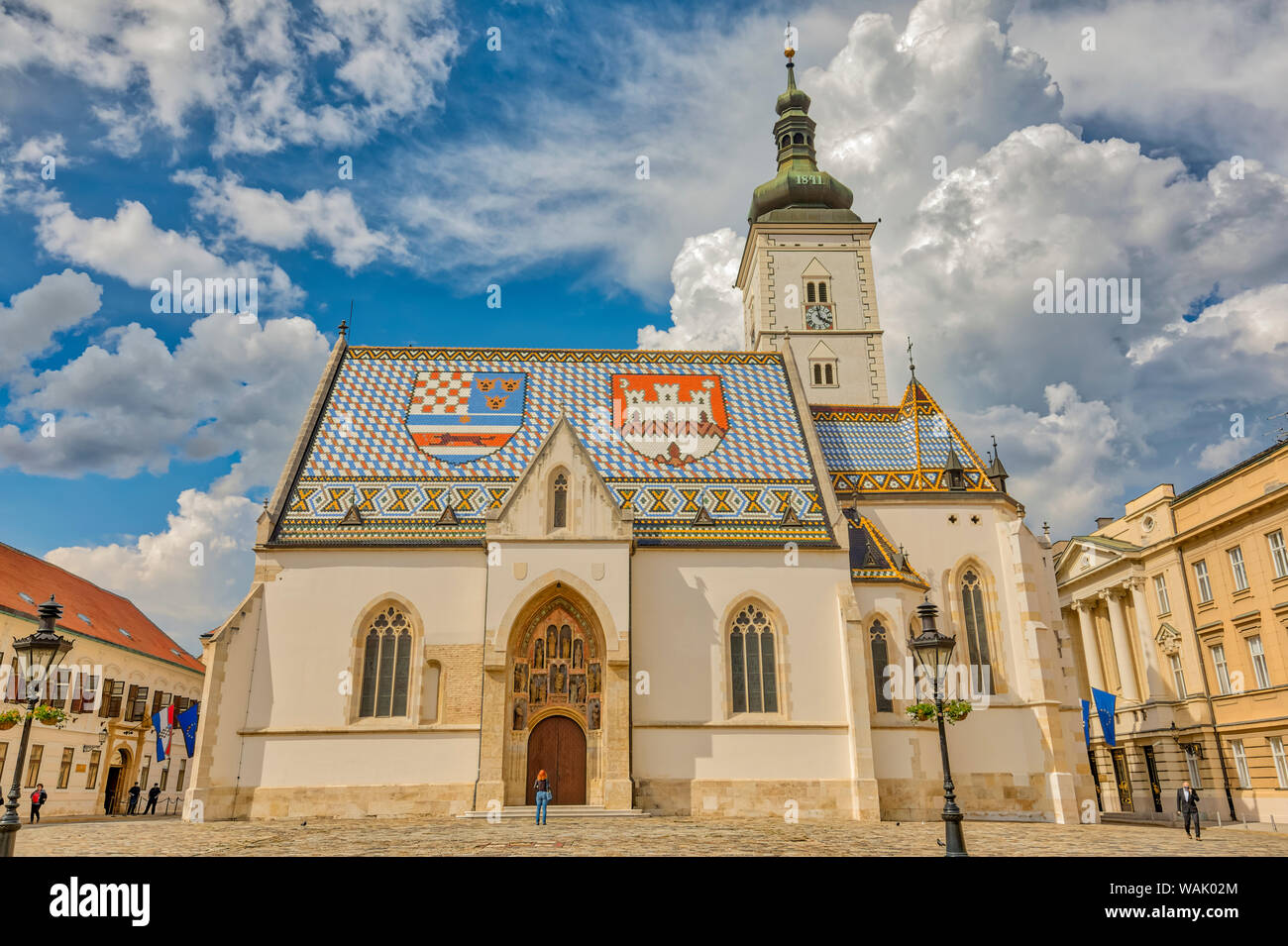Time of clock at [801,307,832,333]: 3:58
